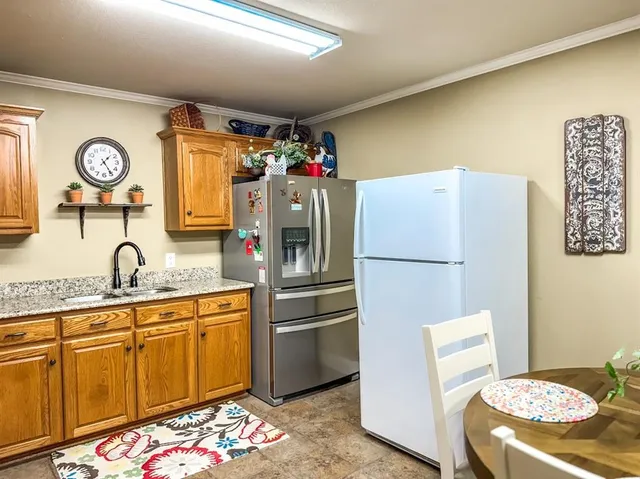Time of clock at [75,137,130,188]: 1:24
